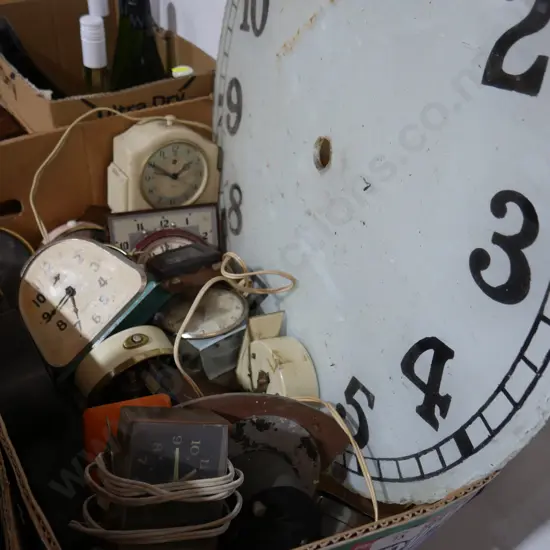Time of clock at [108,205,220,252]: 1:49
